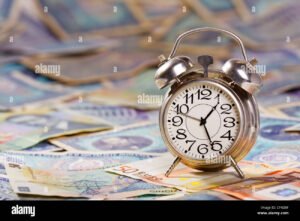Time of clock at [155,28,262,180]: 1:26
